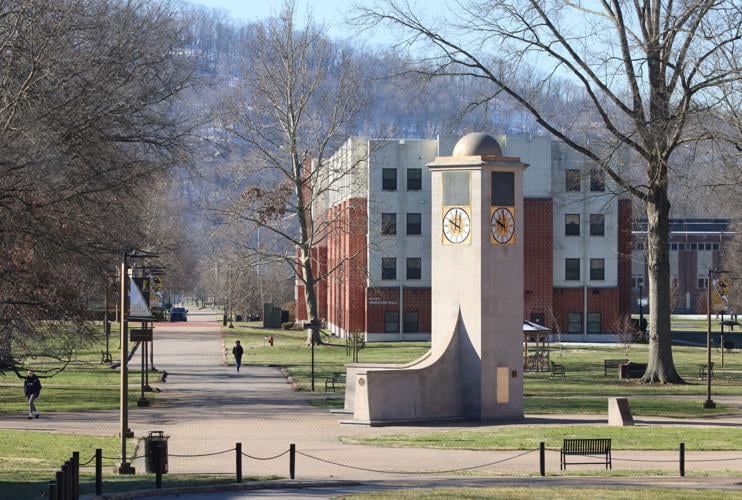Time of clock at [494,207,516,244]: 10:00
